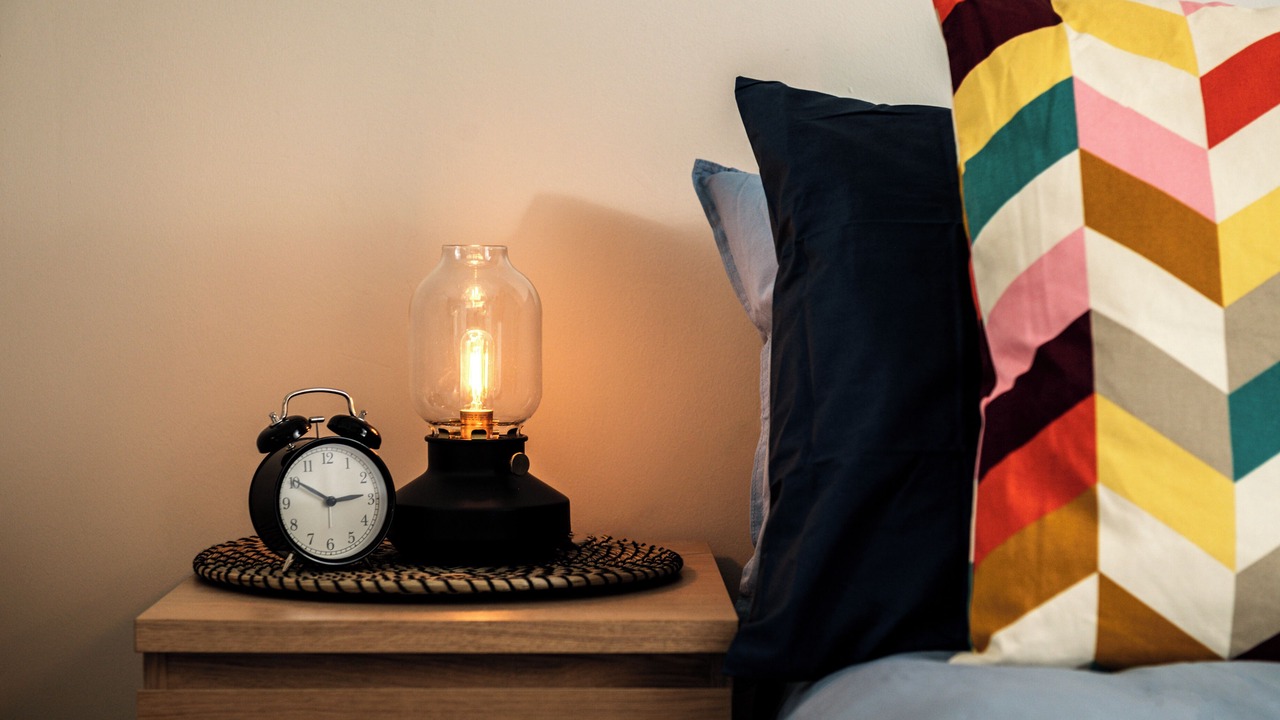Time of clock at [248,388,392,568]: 2:50
